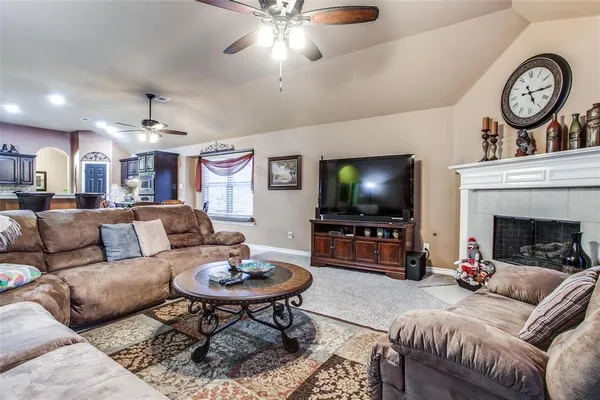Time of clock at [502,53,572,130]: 5:14
